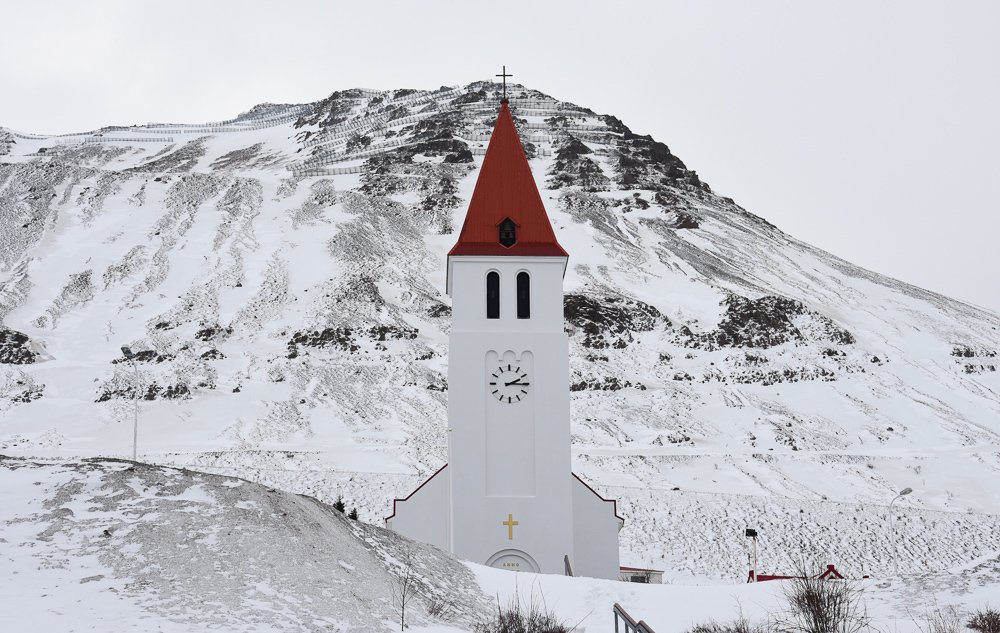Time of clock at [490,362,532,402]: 2:15
